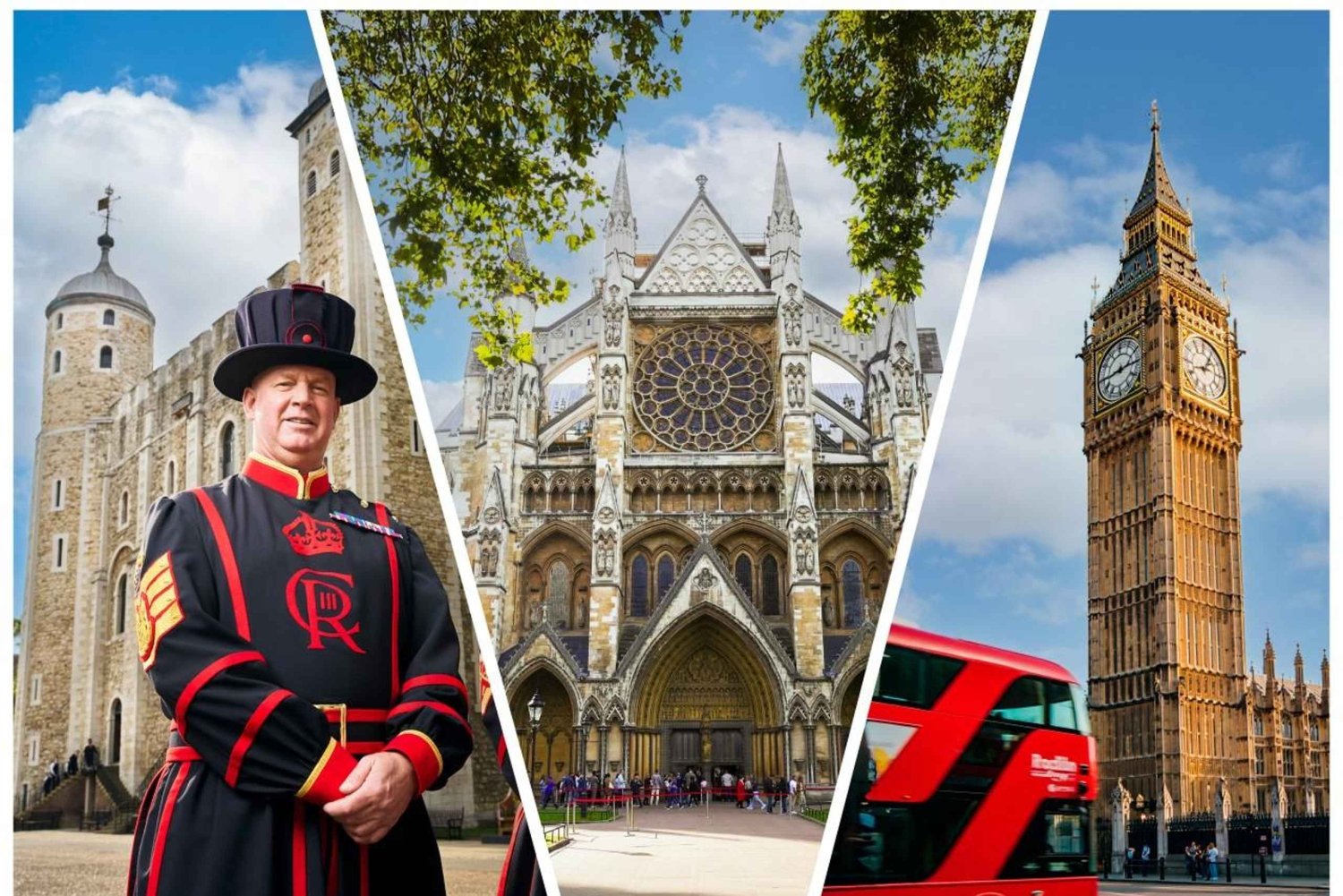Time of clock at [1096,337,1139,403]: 2:44
